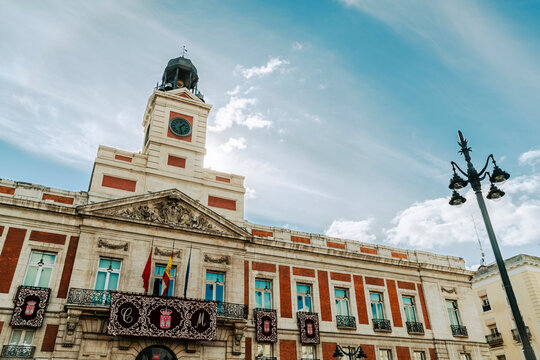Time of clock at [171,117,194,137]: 1:28
